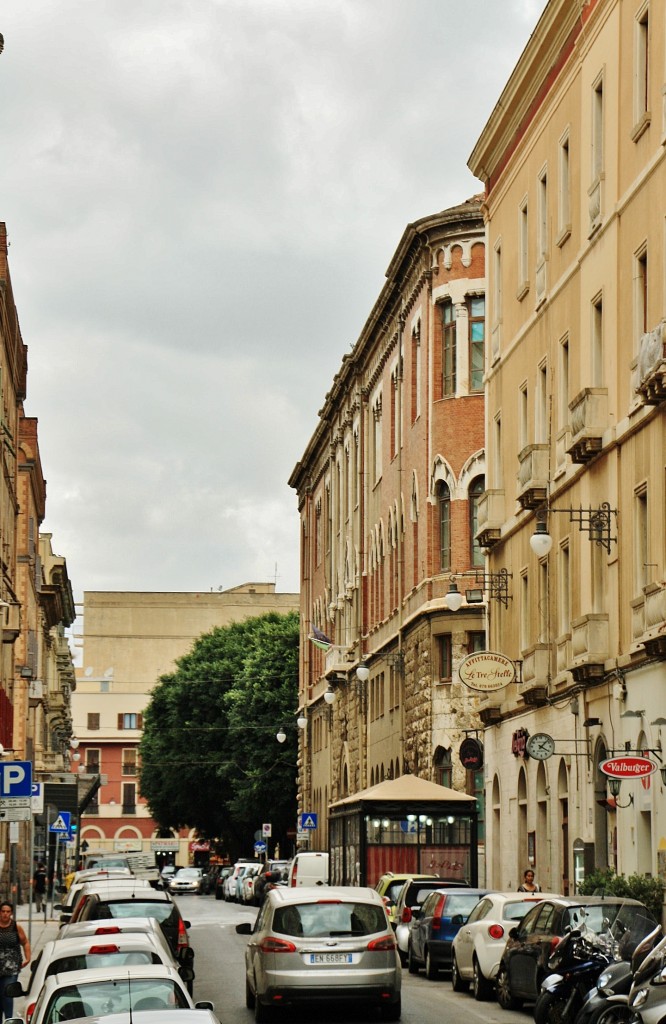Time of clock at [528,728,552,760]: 4:07
